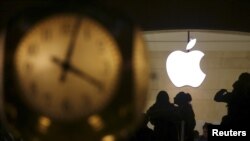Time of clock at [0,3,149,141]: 4:02
